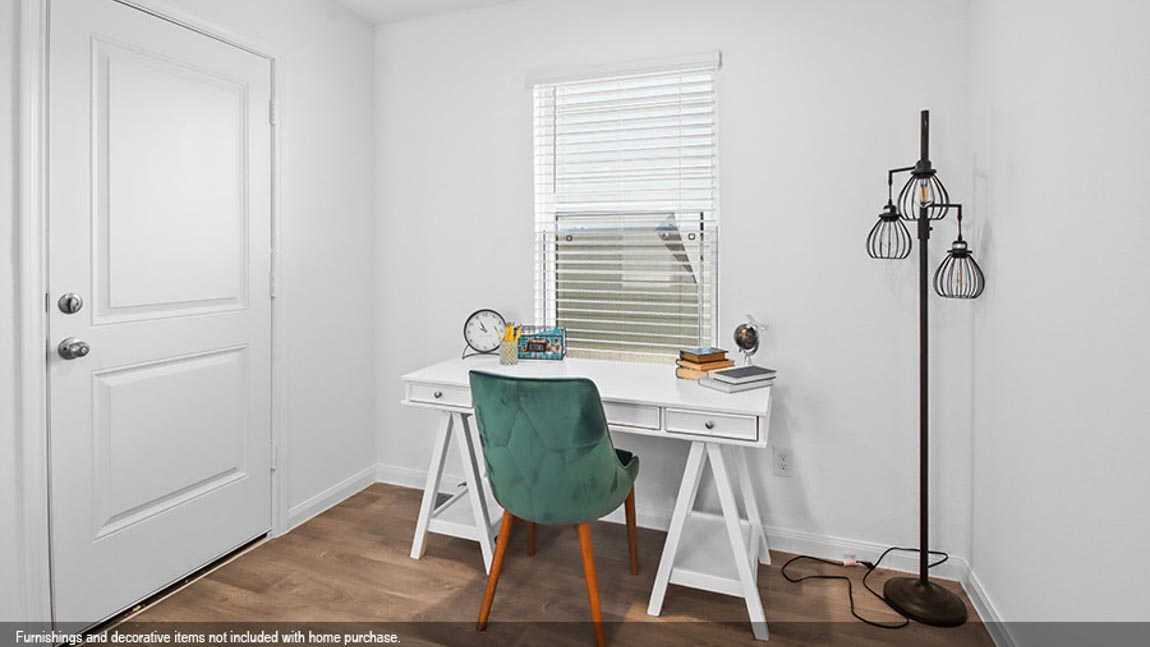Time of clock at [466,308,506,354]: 9:55
